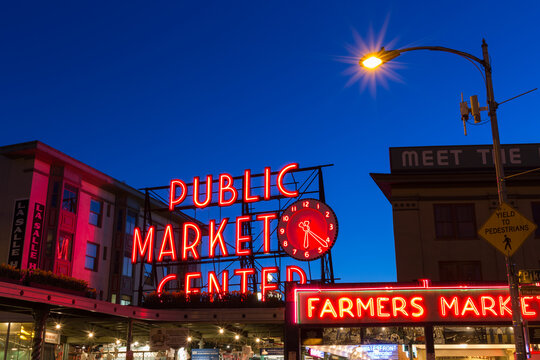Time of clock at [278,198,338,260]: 6:21
